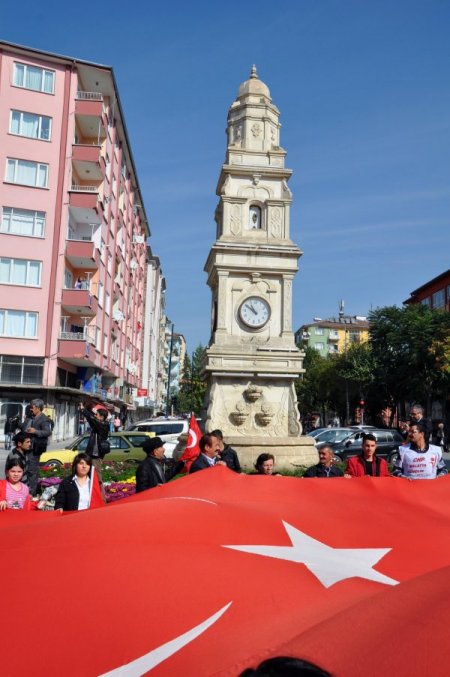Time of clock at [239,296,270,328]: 10:50
